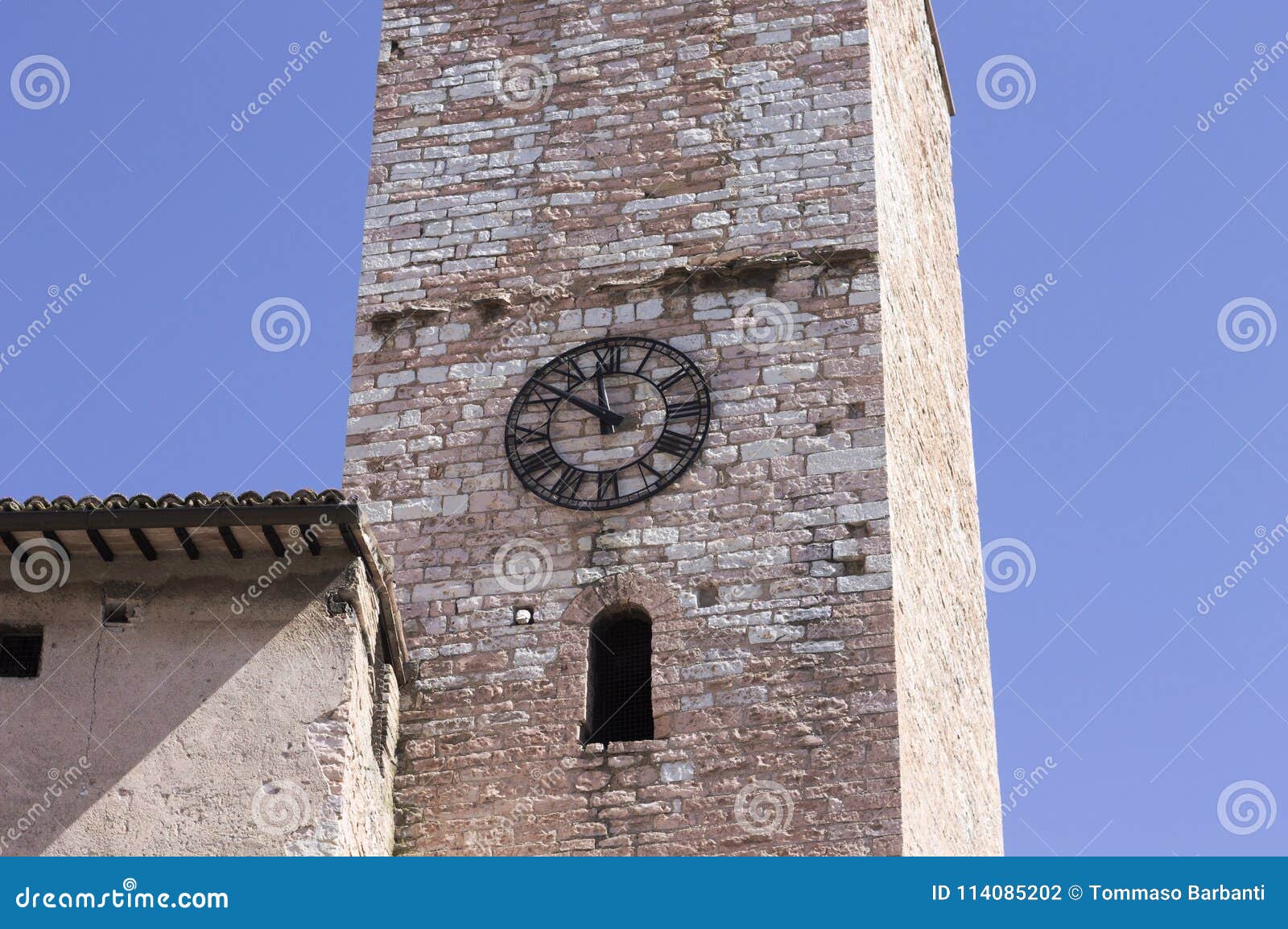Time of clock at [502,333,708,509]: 11:51
